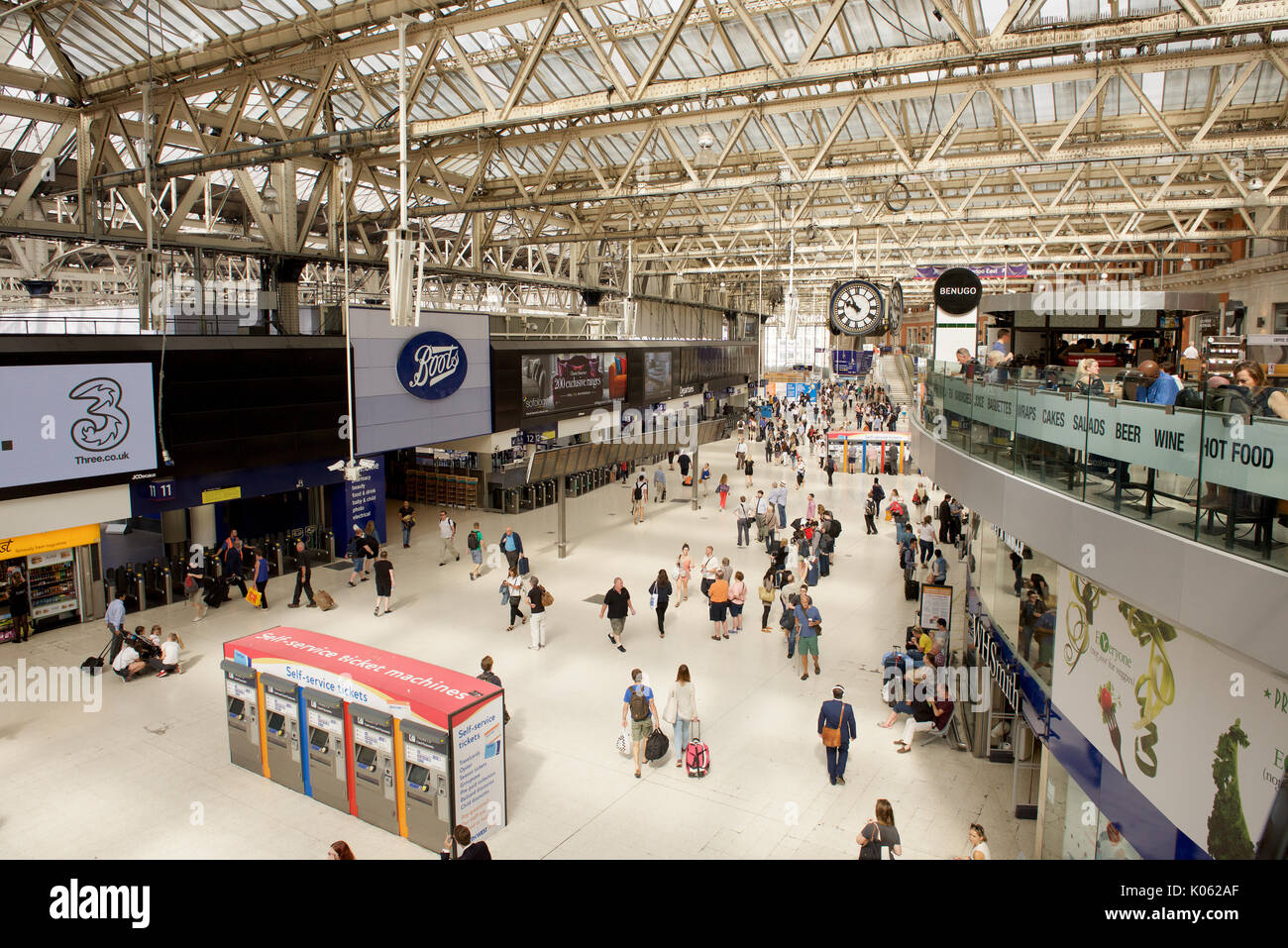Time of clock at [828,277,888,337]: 9:54
